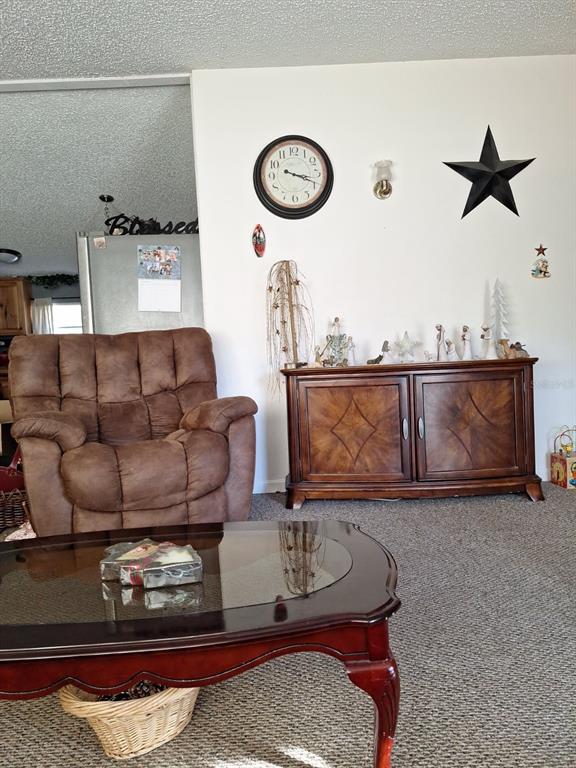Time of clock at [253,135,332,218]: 3:18
